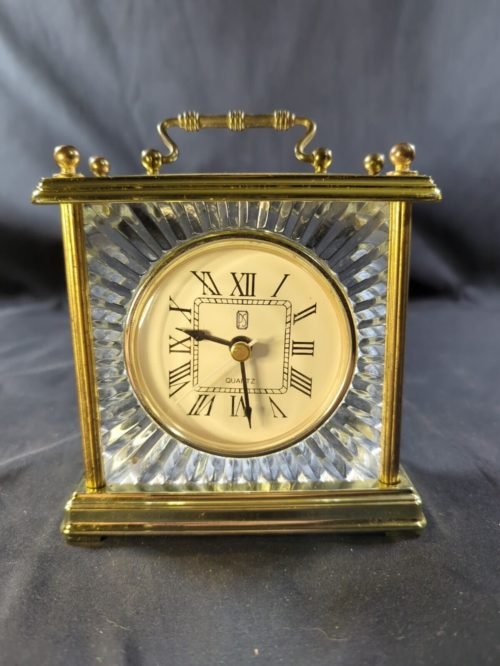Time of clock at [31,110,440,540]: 9:28
